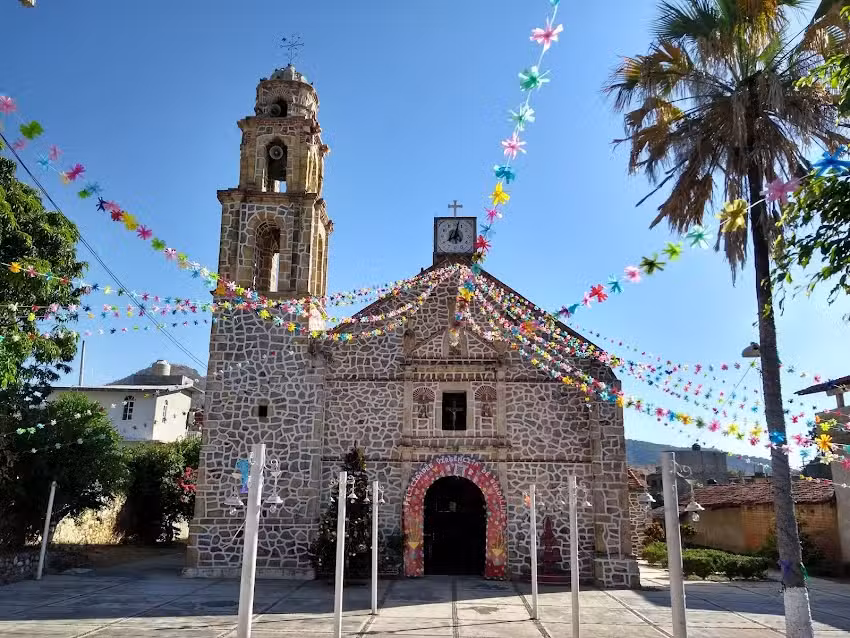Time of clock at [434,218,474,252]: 8:01
